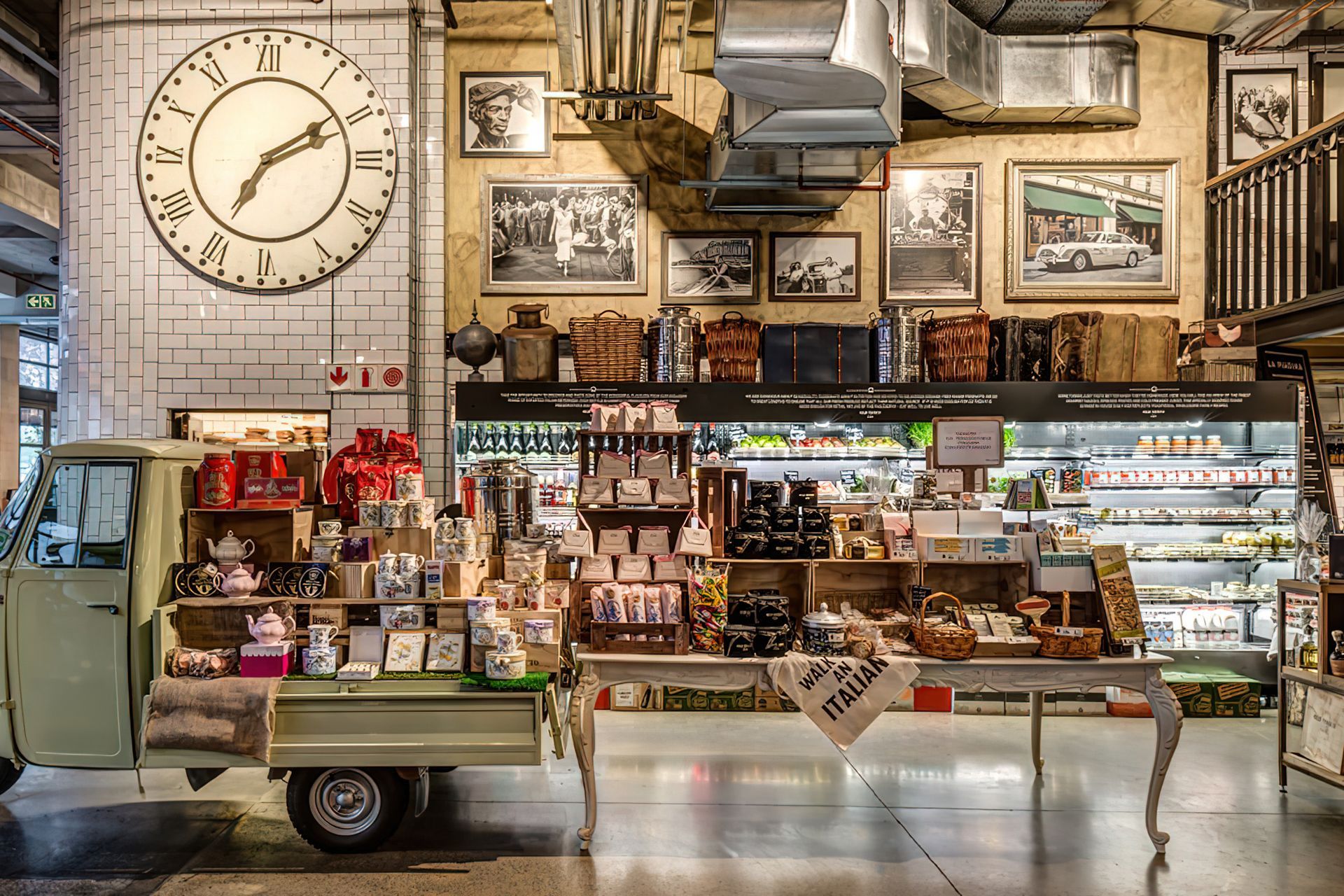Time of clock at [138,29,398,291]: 7:10
